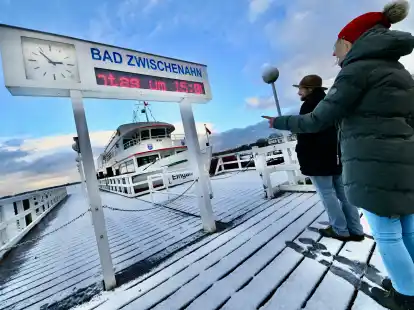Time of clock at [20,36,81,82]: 2:53
